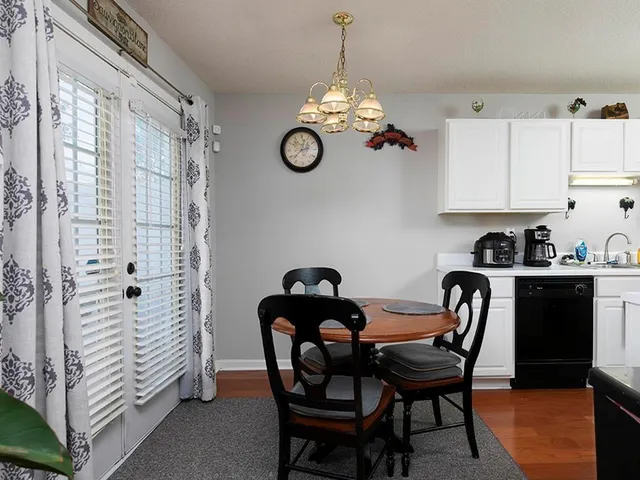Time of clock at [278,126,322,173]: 12:37
